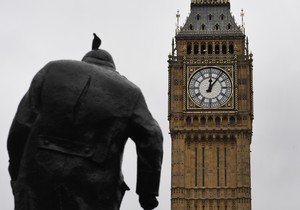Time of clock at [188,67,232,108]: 12:06
